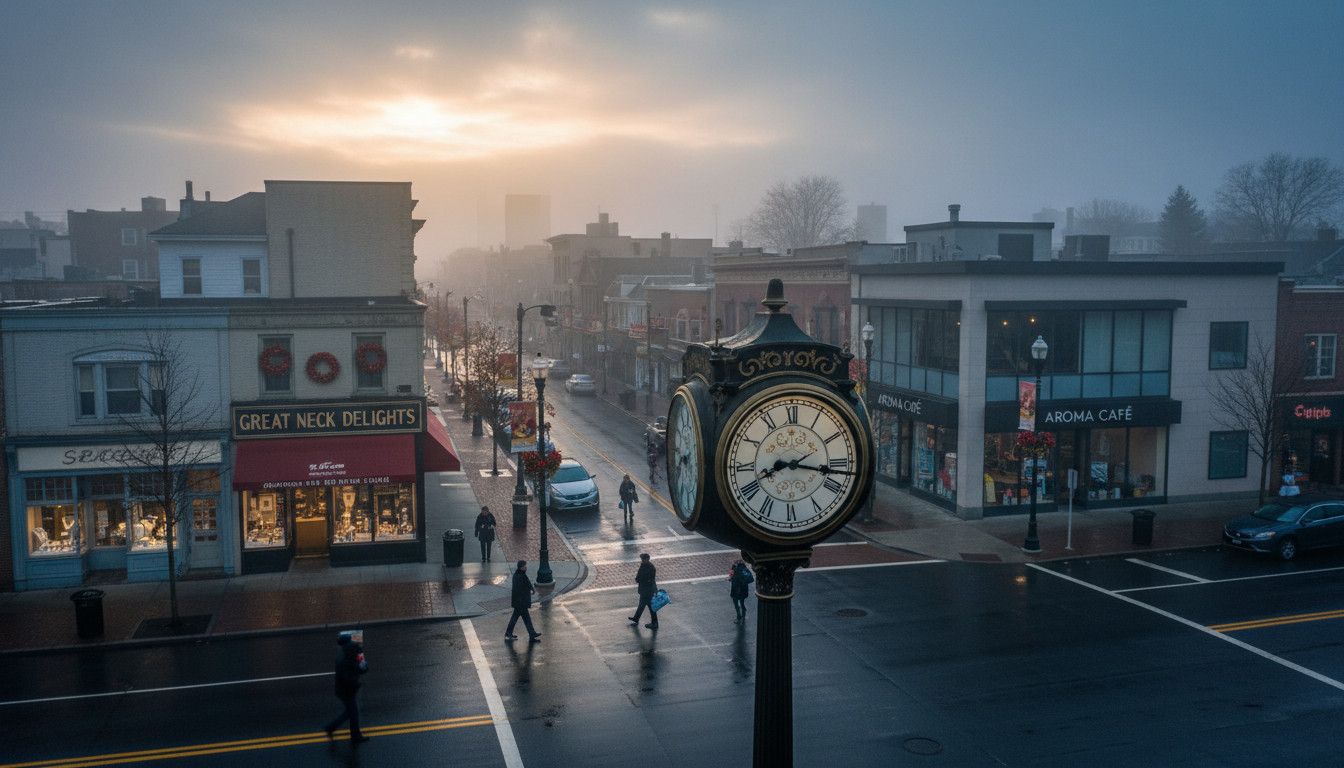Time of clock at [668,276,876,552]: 8:17
